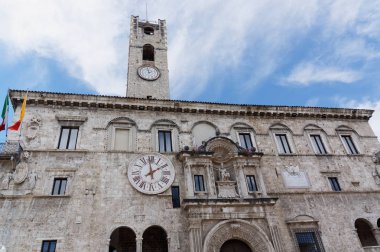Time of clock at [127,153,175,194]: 1:59
